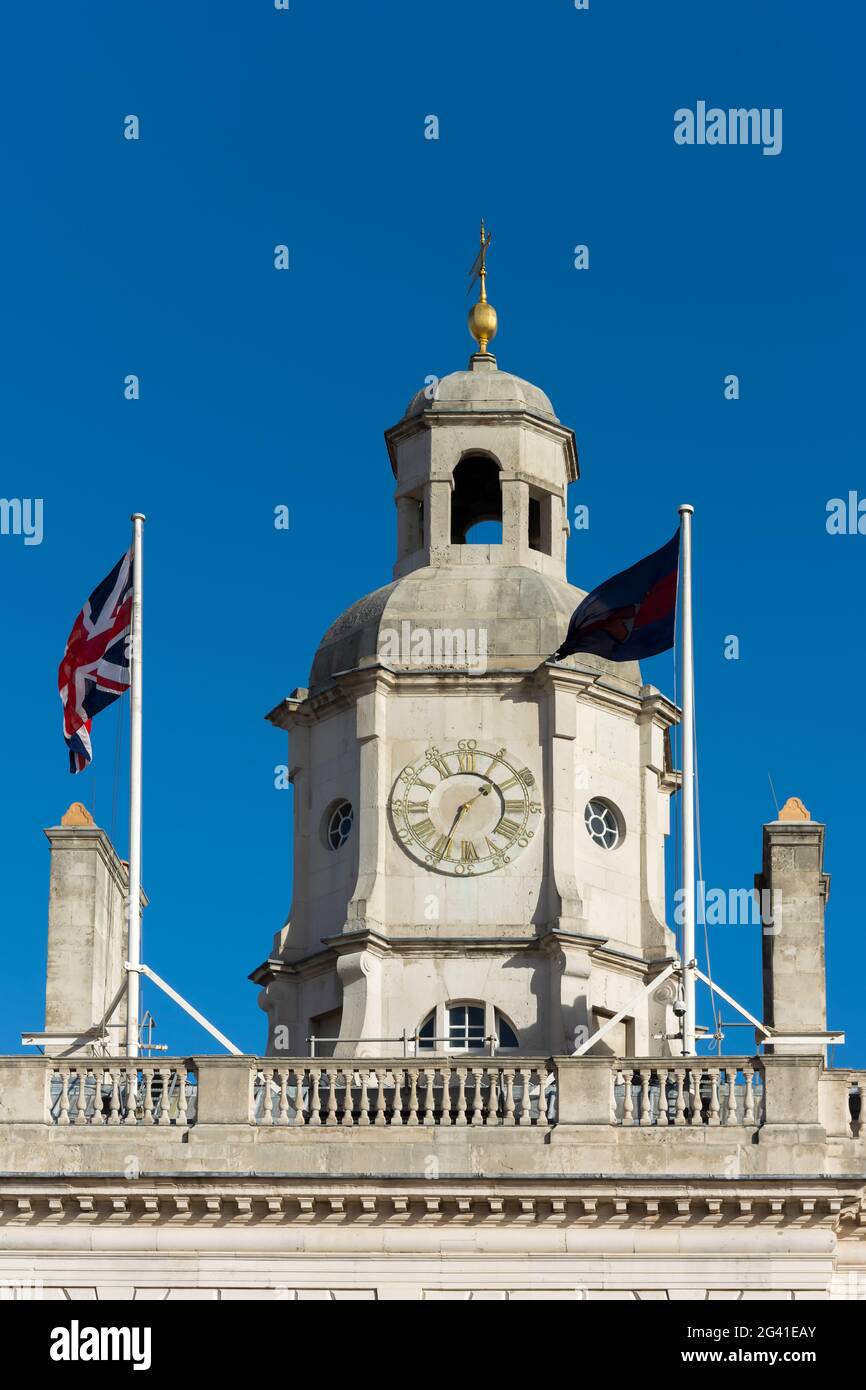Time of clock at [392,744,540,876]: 1:34
